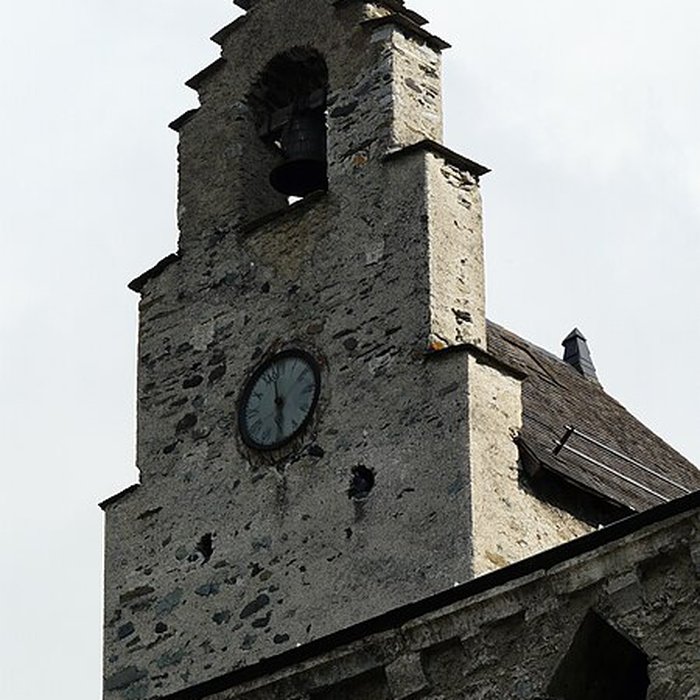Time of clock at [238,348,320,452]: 5:58
